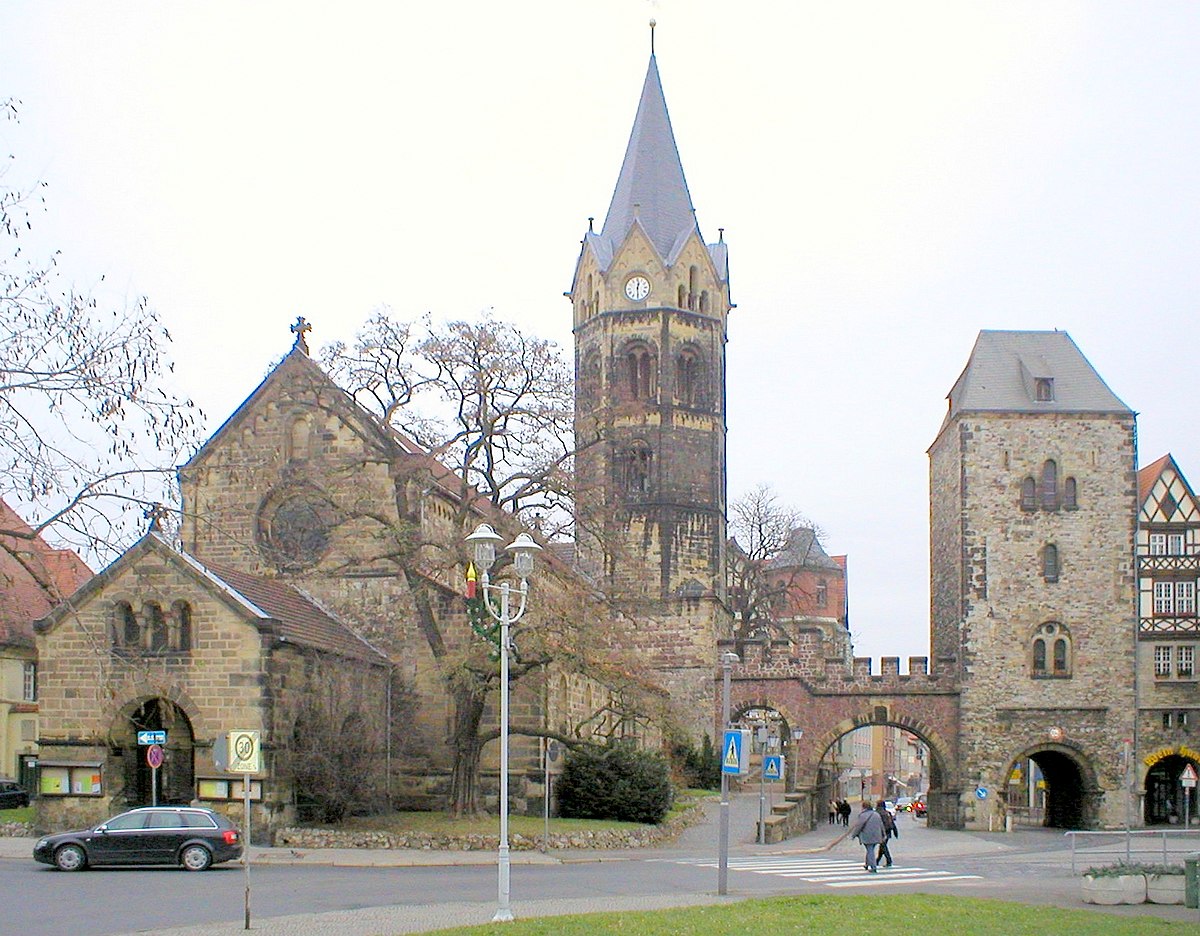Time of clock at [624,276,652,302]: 12:29
